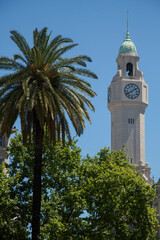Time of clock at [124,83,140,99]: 8:09
